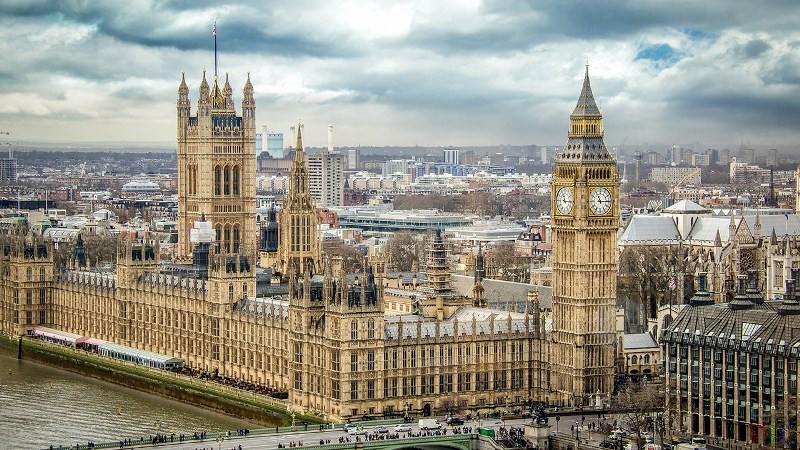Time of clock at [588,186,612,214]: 11:14
